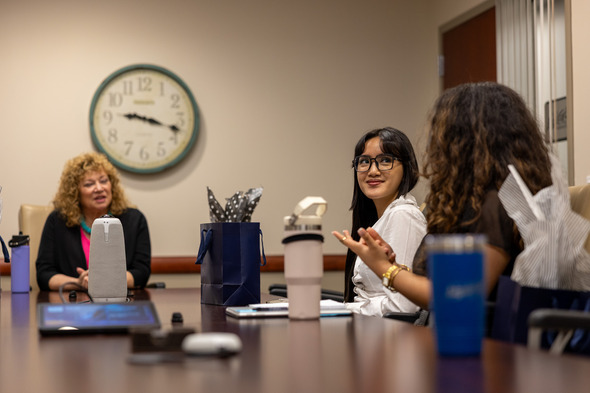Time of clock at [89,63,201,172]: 9:17
